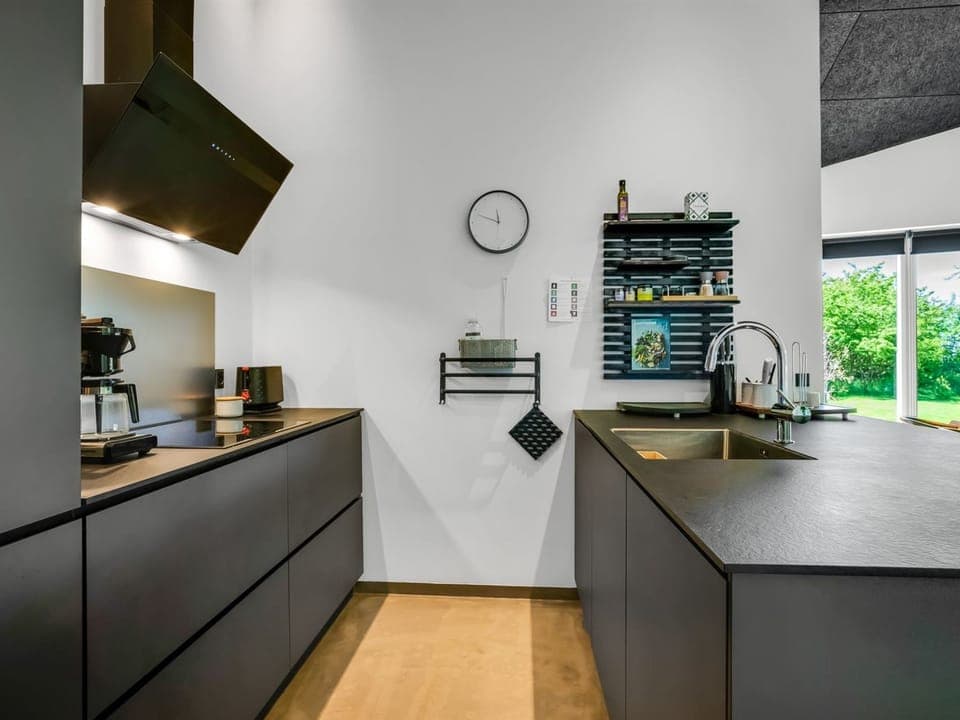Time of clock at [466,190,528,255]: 11:48
